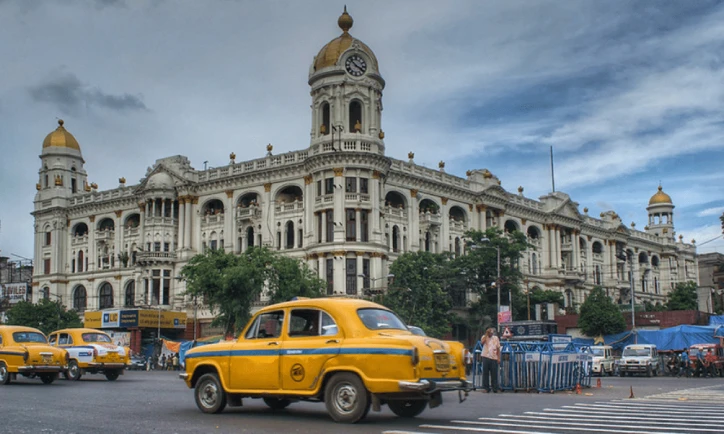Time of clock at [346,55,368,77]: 3:52
